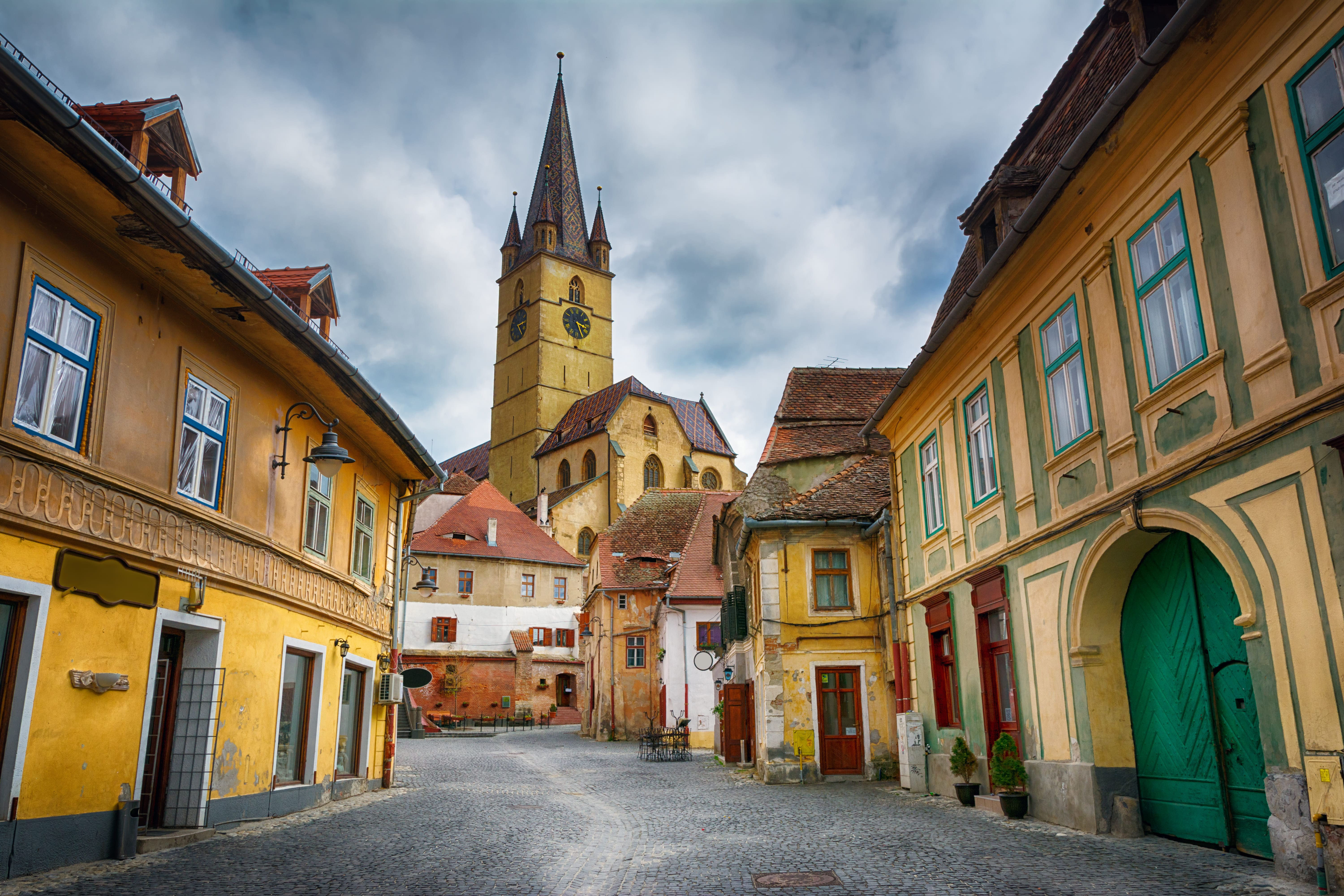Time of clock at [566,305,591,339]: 3:26
